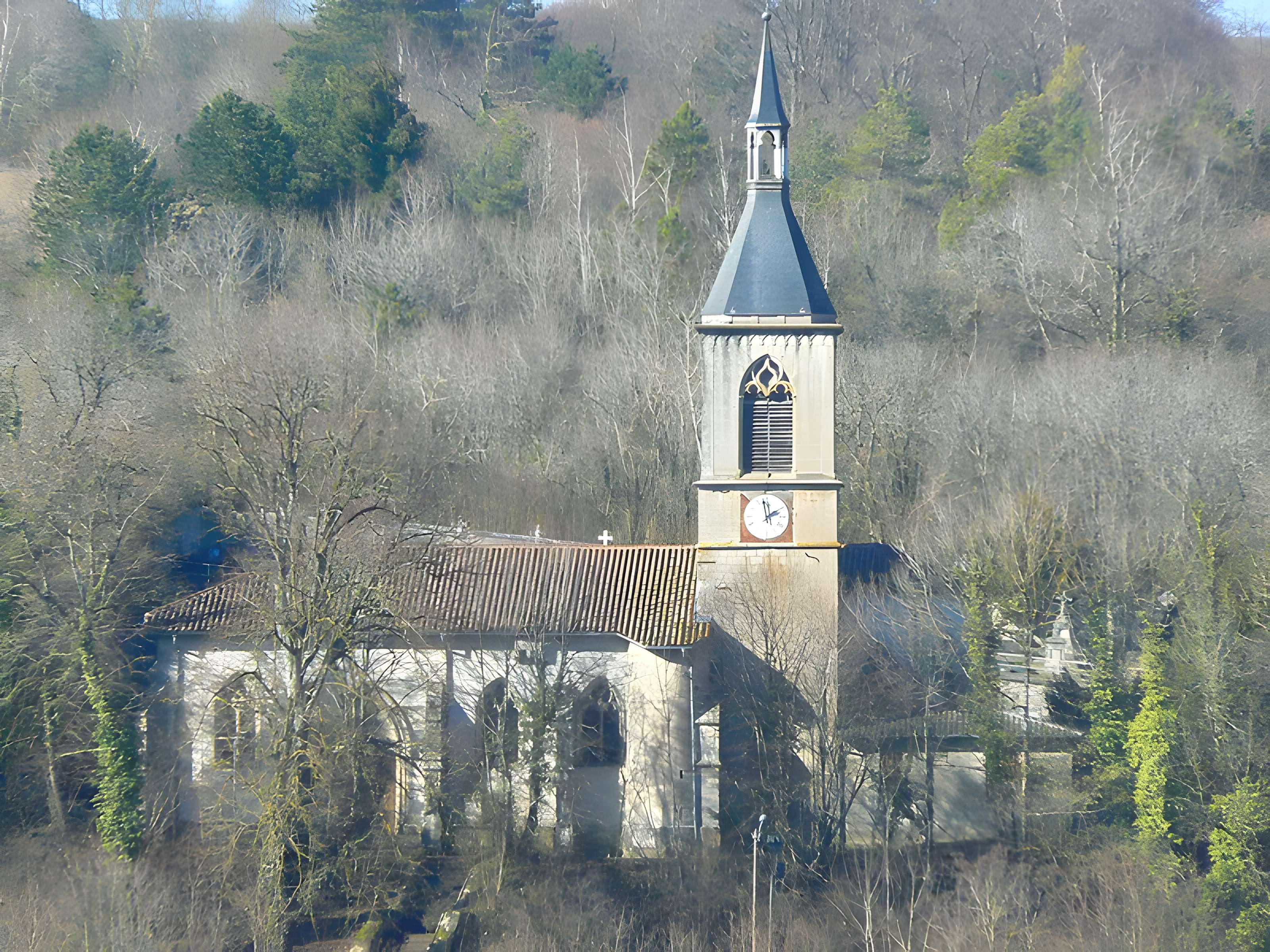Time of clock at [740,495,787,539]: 1:58
